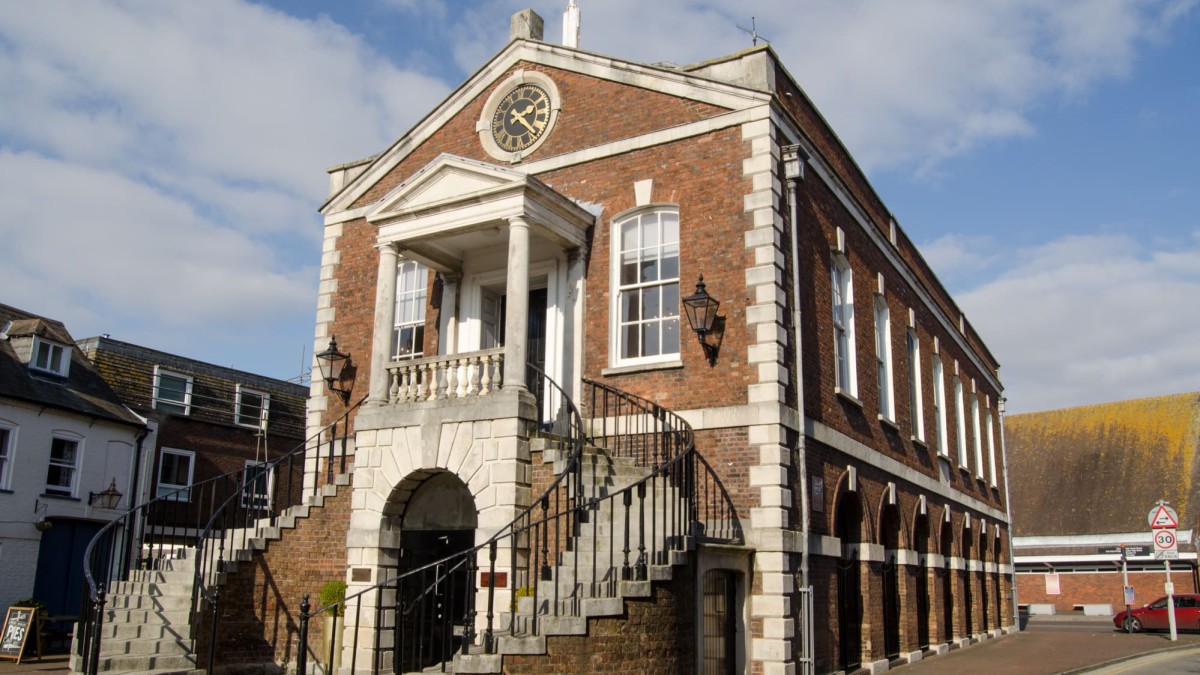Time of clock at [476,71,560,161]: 2:21
